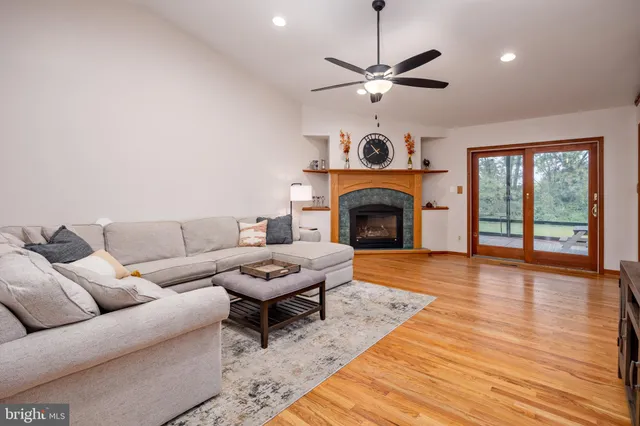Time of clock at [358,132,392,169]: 10:38
